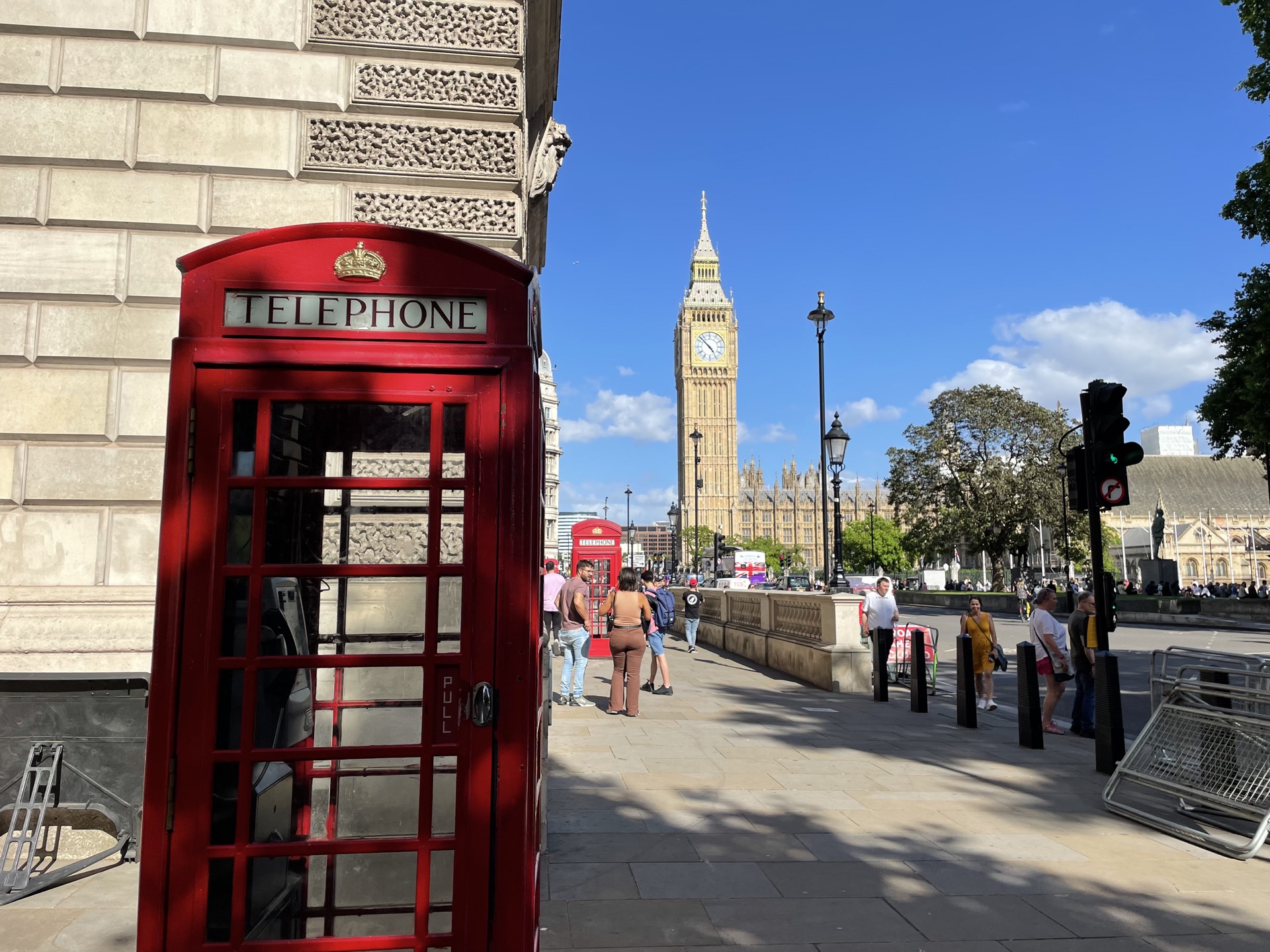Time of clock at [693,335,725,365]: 4:52
